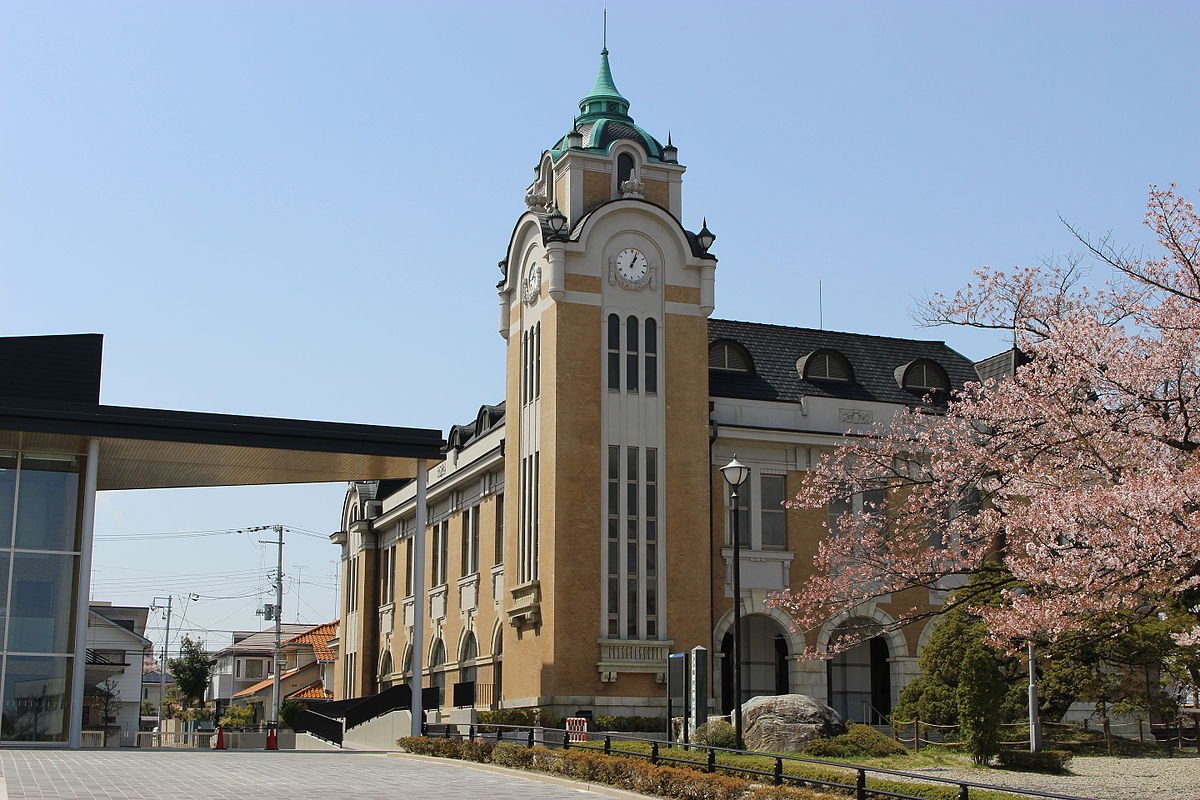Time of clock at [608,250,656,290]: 1:03
